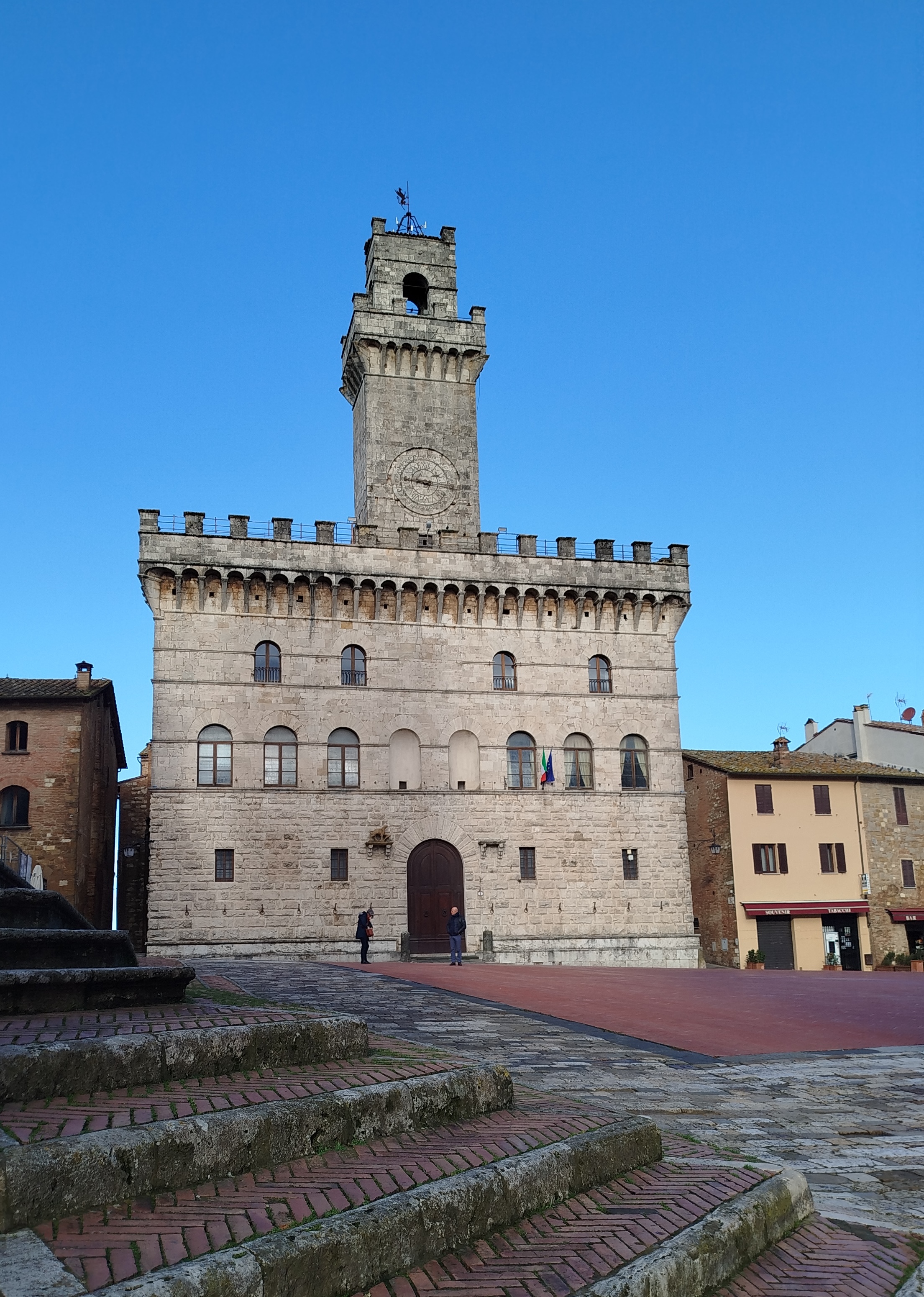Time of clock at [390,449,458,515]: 8:45
